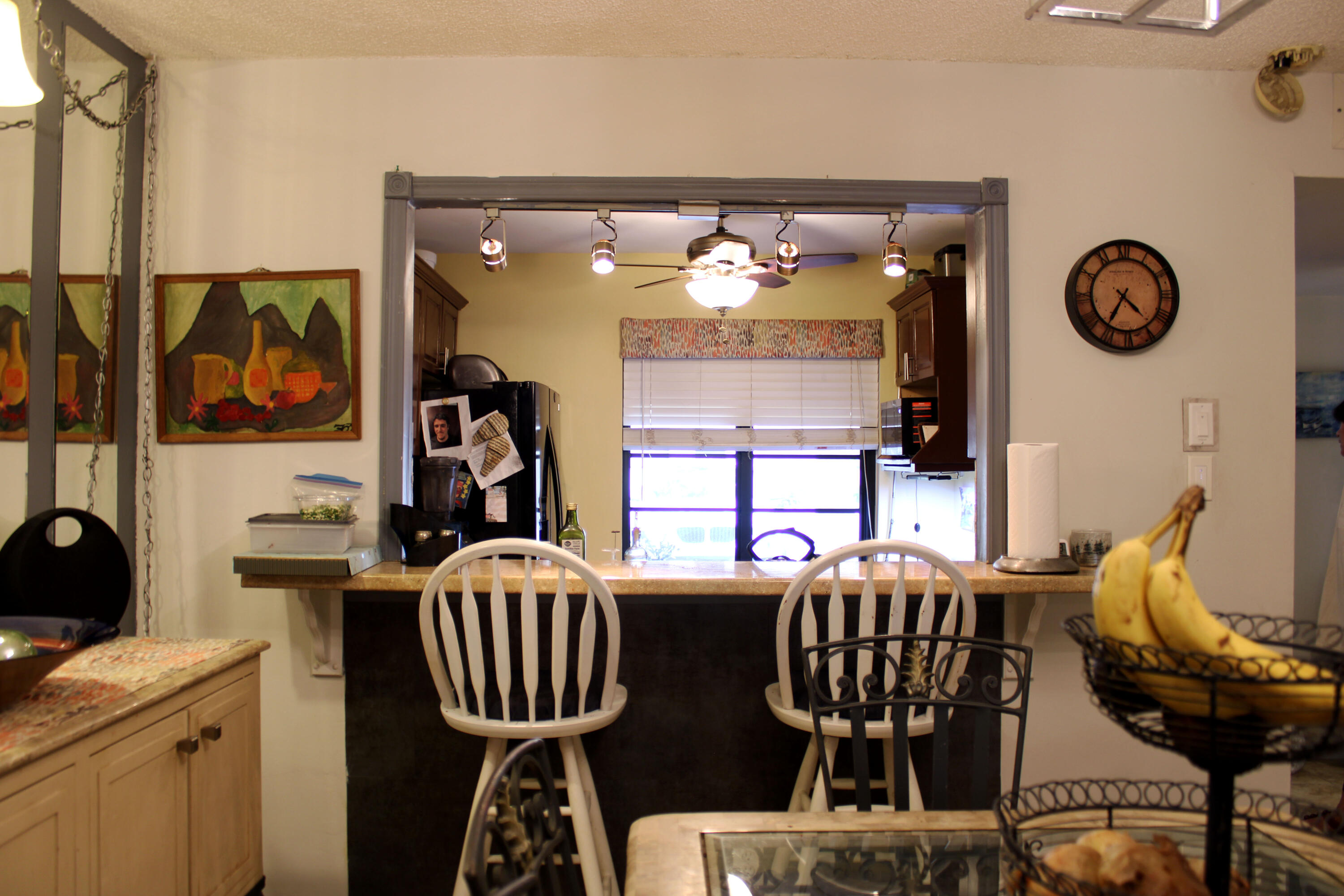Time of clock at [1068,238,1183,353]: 4:35
